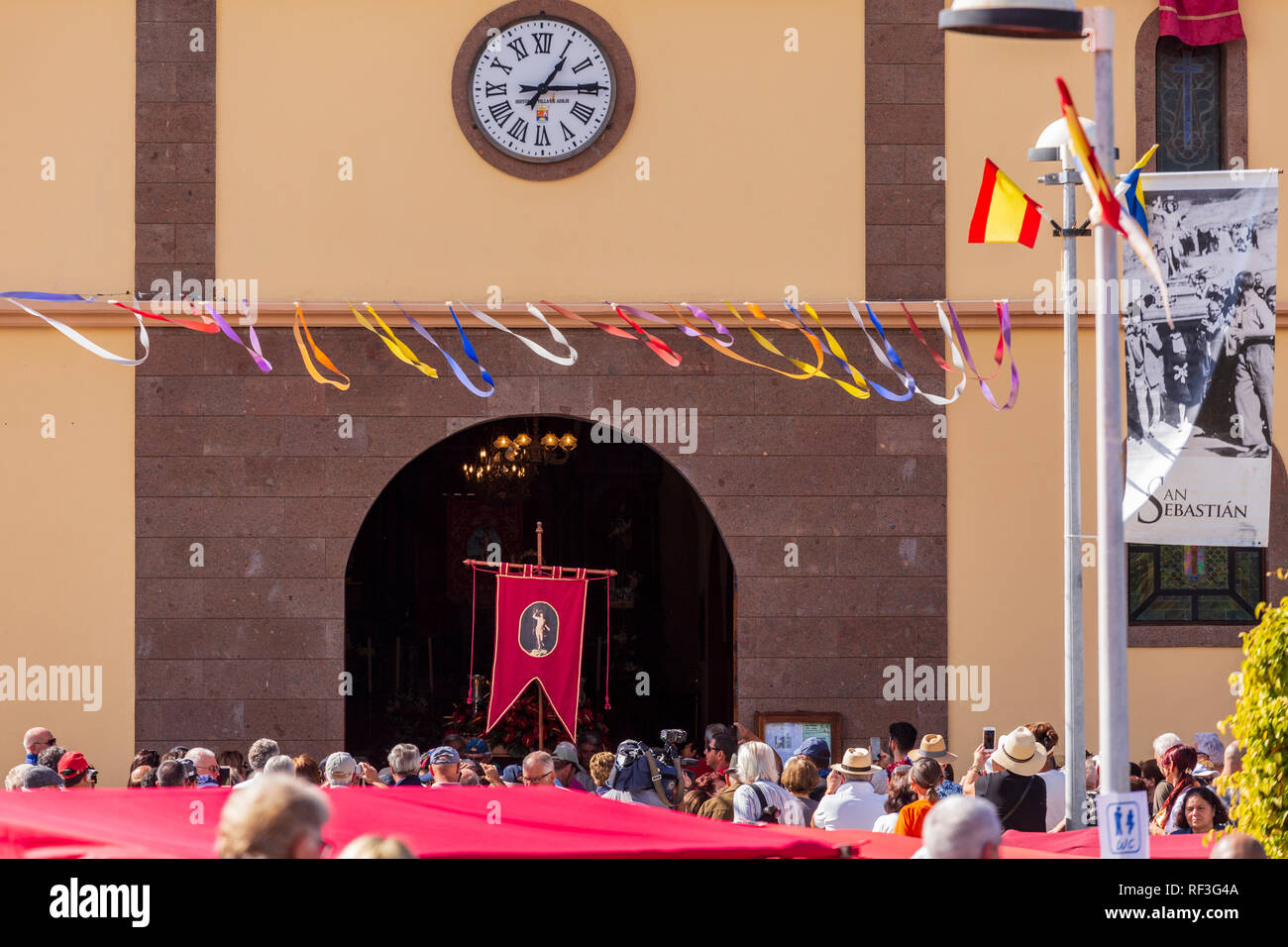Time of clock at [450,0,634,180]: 1:14
